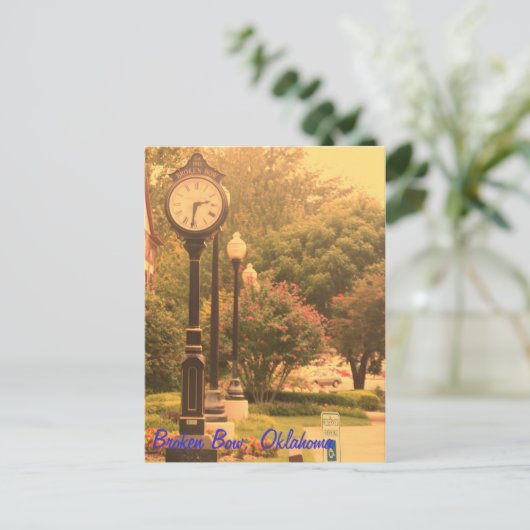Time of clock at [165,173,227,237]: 2:31
